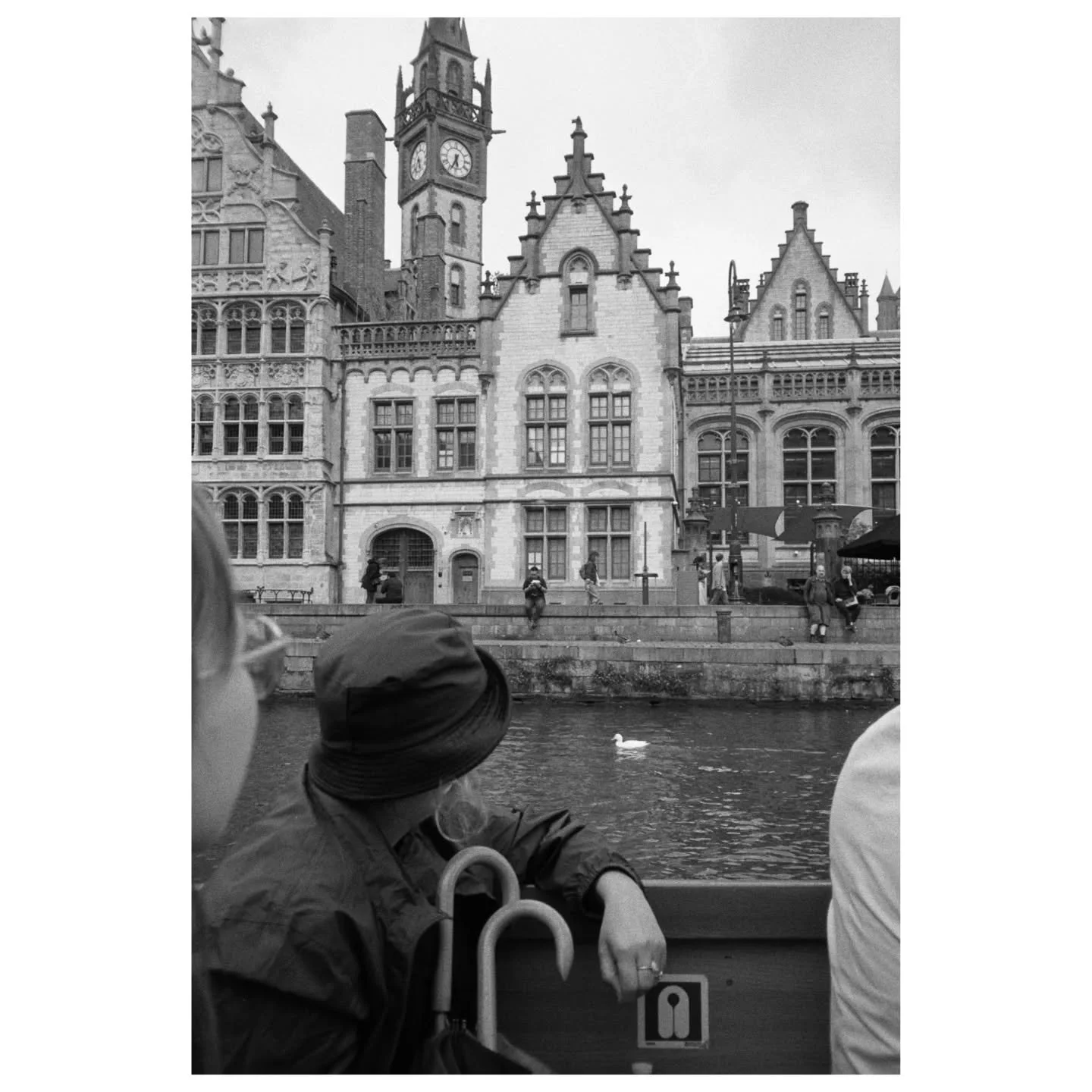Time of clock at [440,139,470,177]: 5:34
